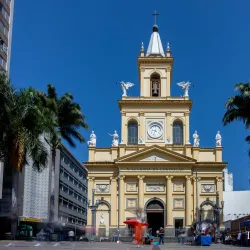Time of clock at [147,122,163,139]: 9:33
